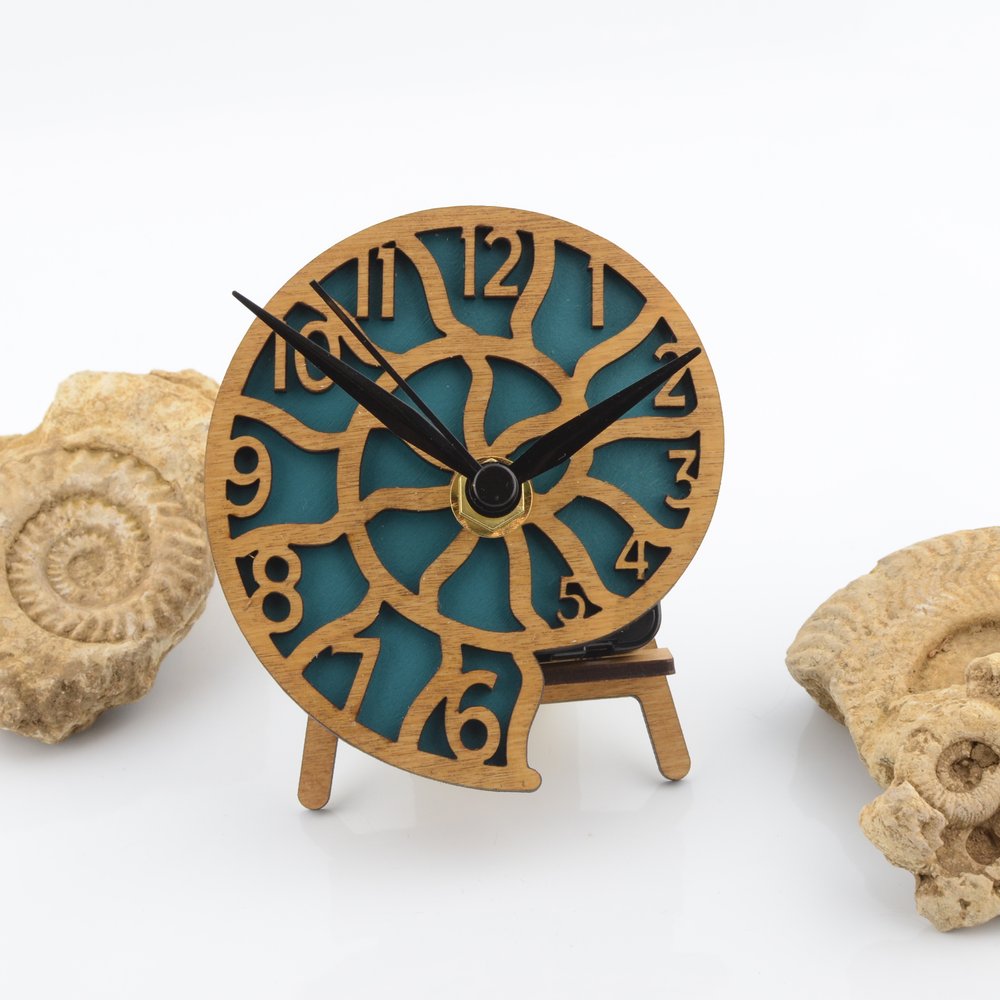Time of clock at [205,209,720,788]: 1:50
